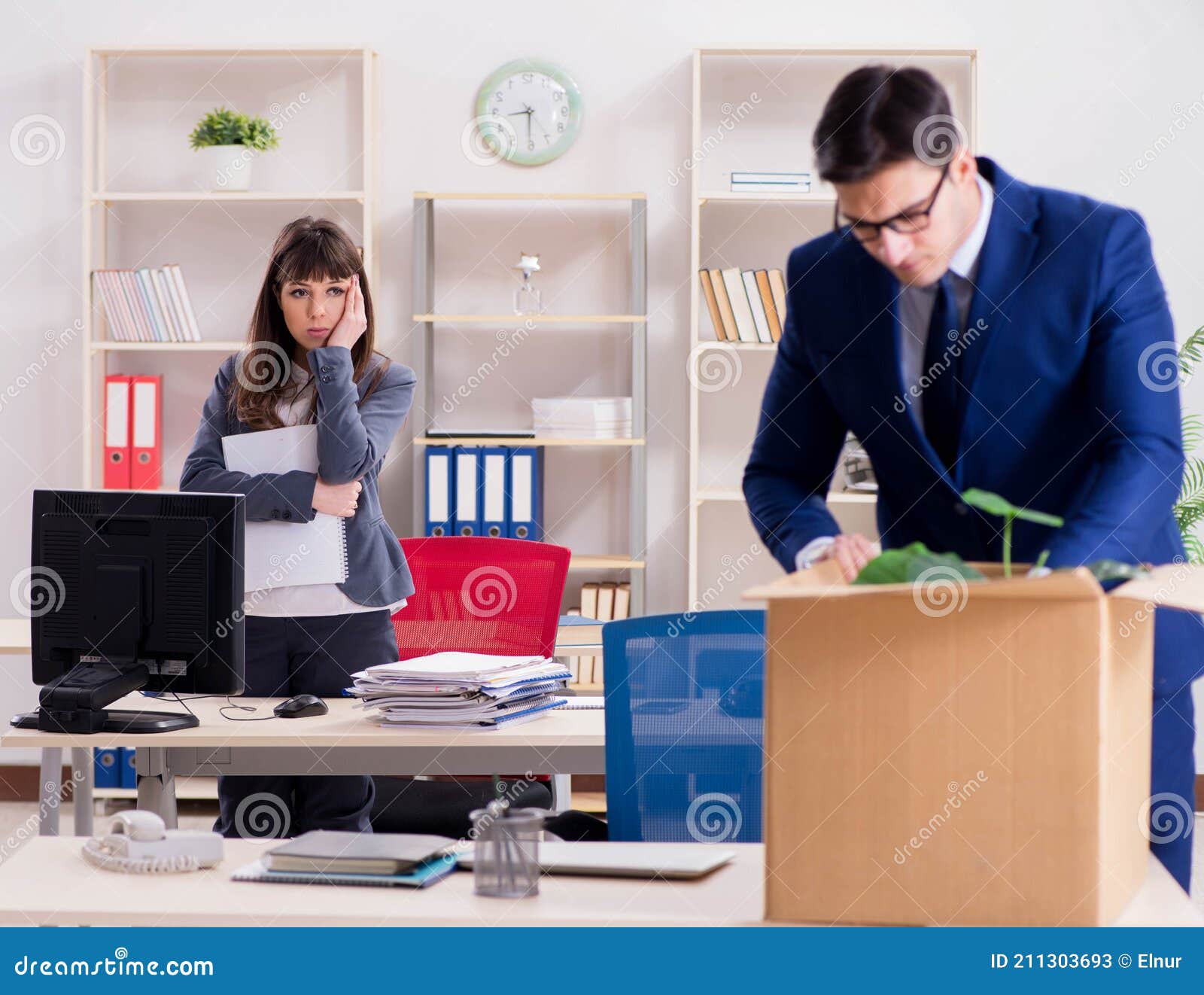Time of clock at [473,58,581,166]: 8:30
